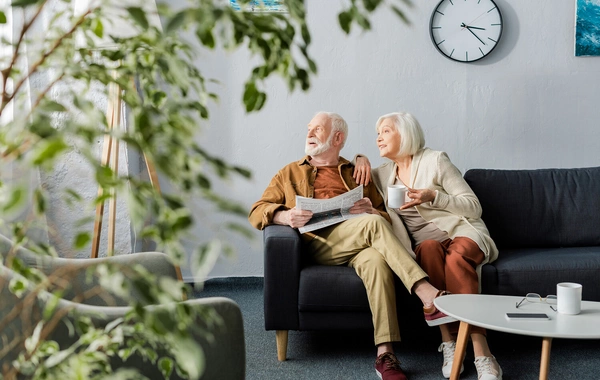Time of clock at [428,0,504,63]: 3:22
